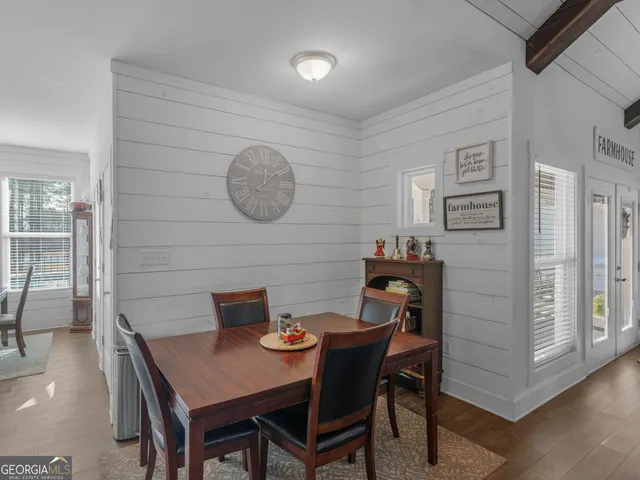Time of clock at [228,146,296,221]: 12:09
